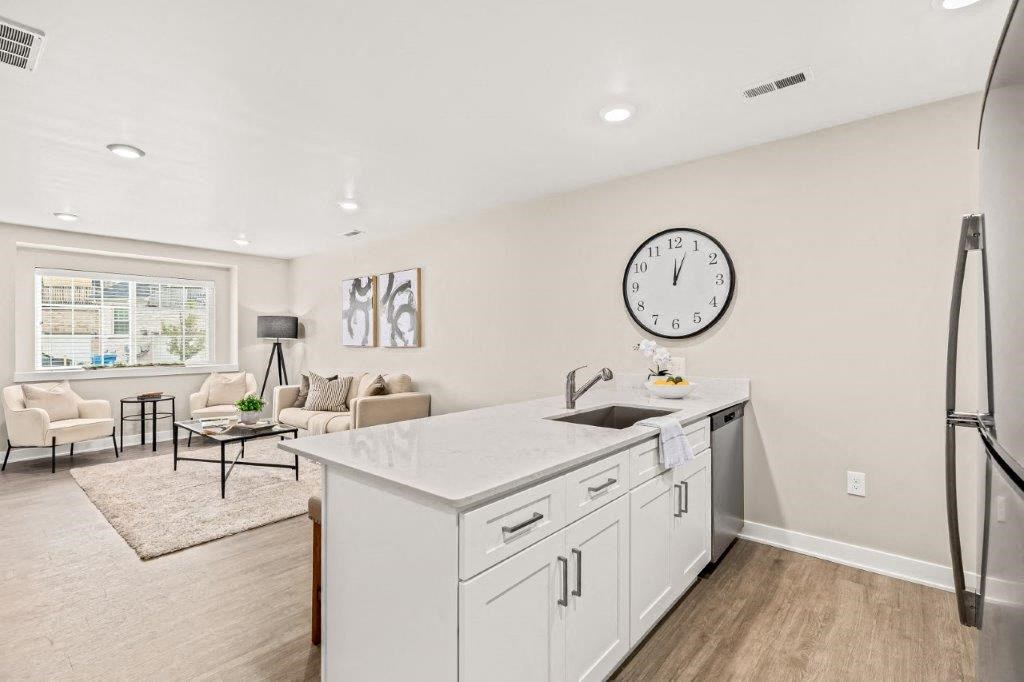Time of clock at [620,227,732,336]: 12:03
